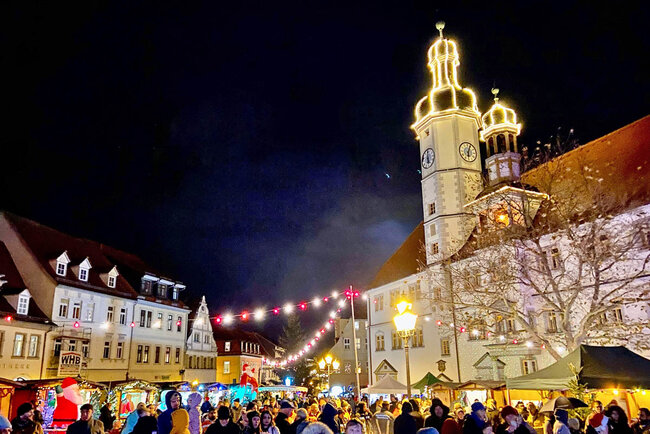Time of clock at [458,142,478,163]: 6:03
